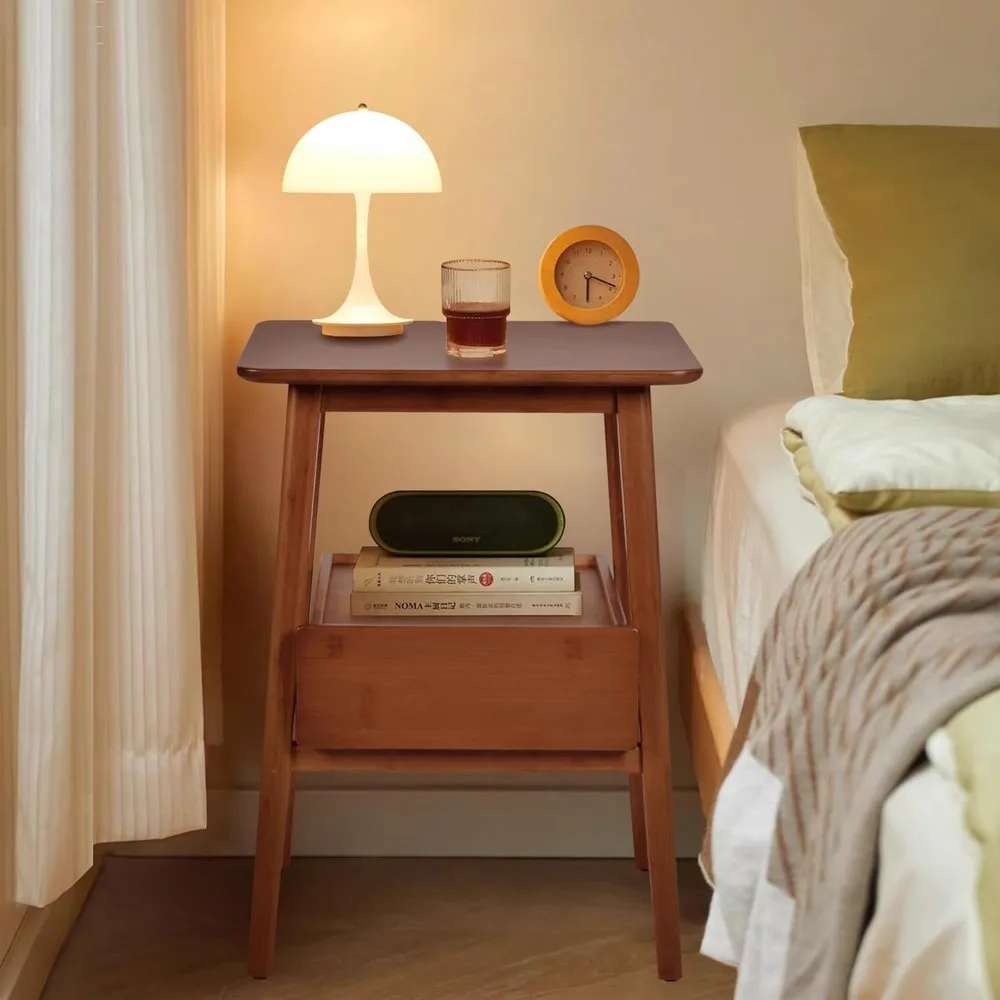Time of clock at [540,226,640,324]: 6:18
